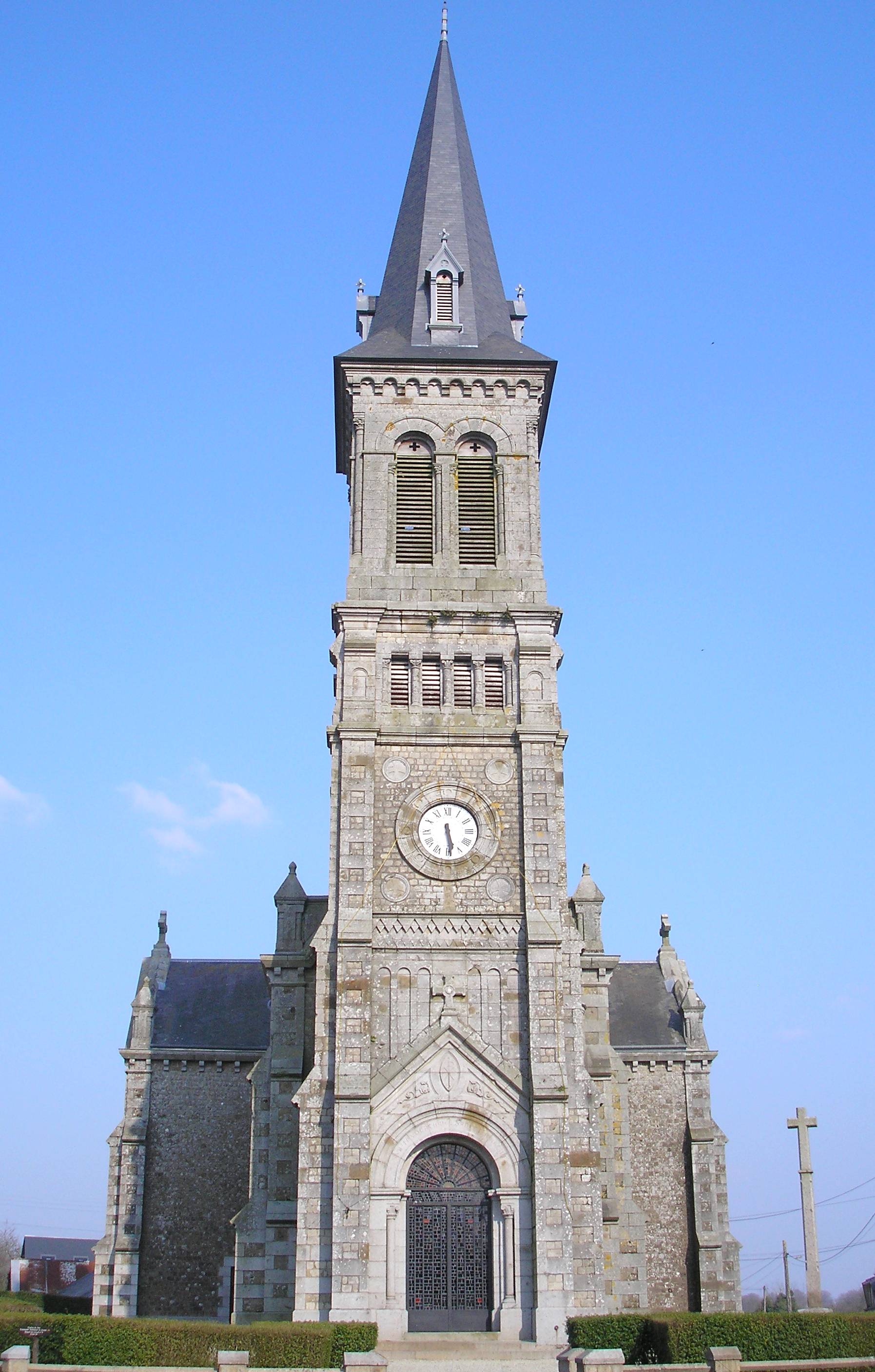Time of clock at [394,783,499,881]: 5:28
